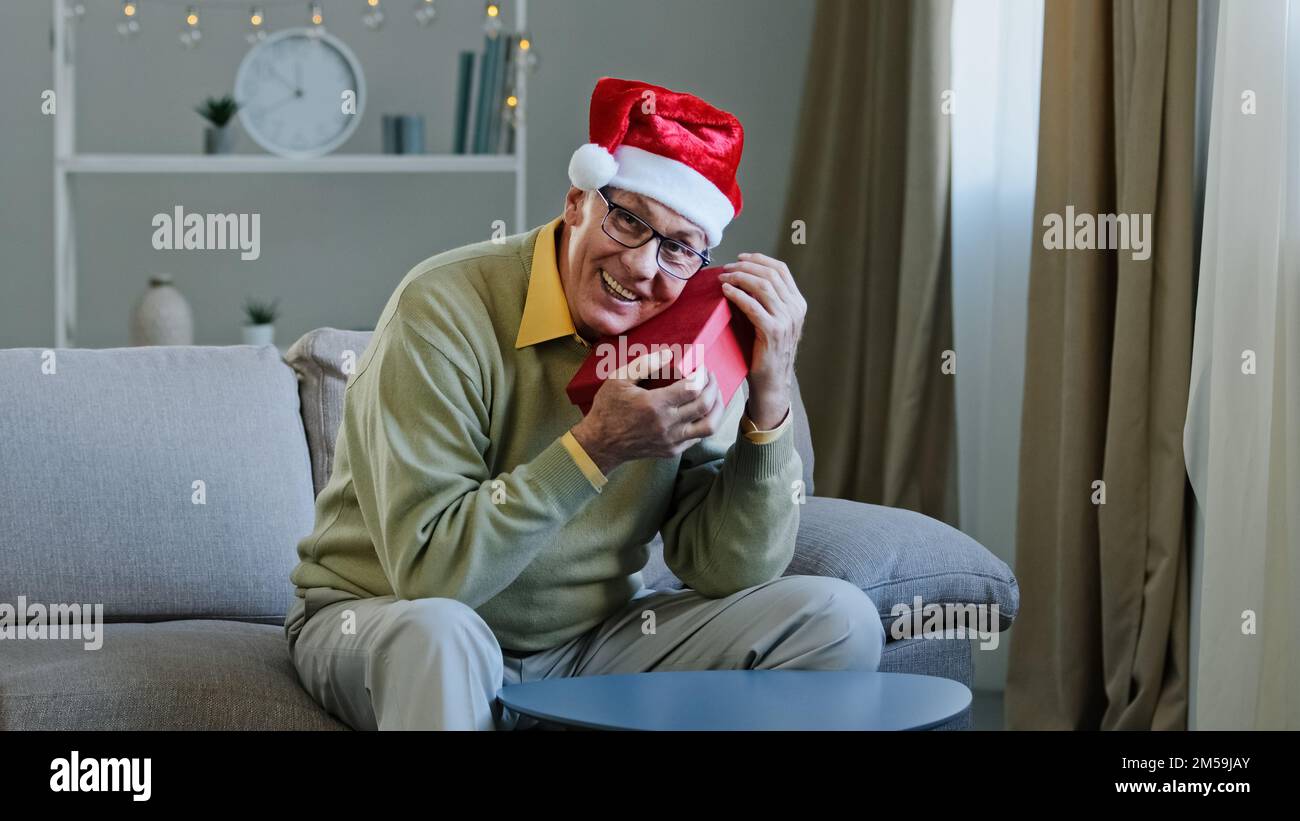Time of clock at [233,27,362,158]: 11:51
